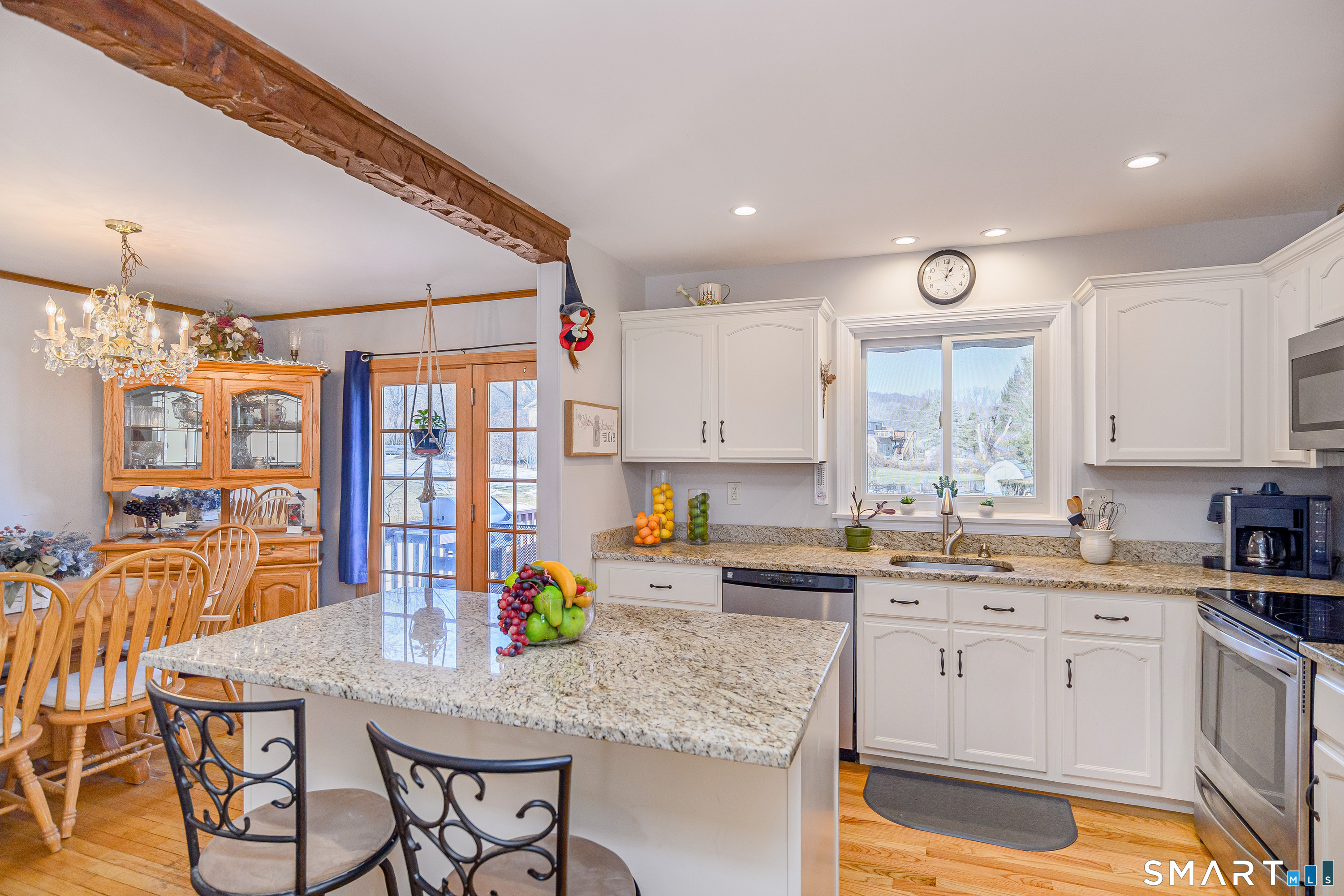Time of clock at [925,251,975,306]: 1:01
